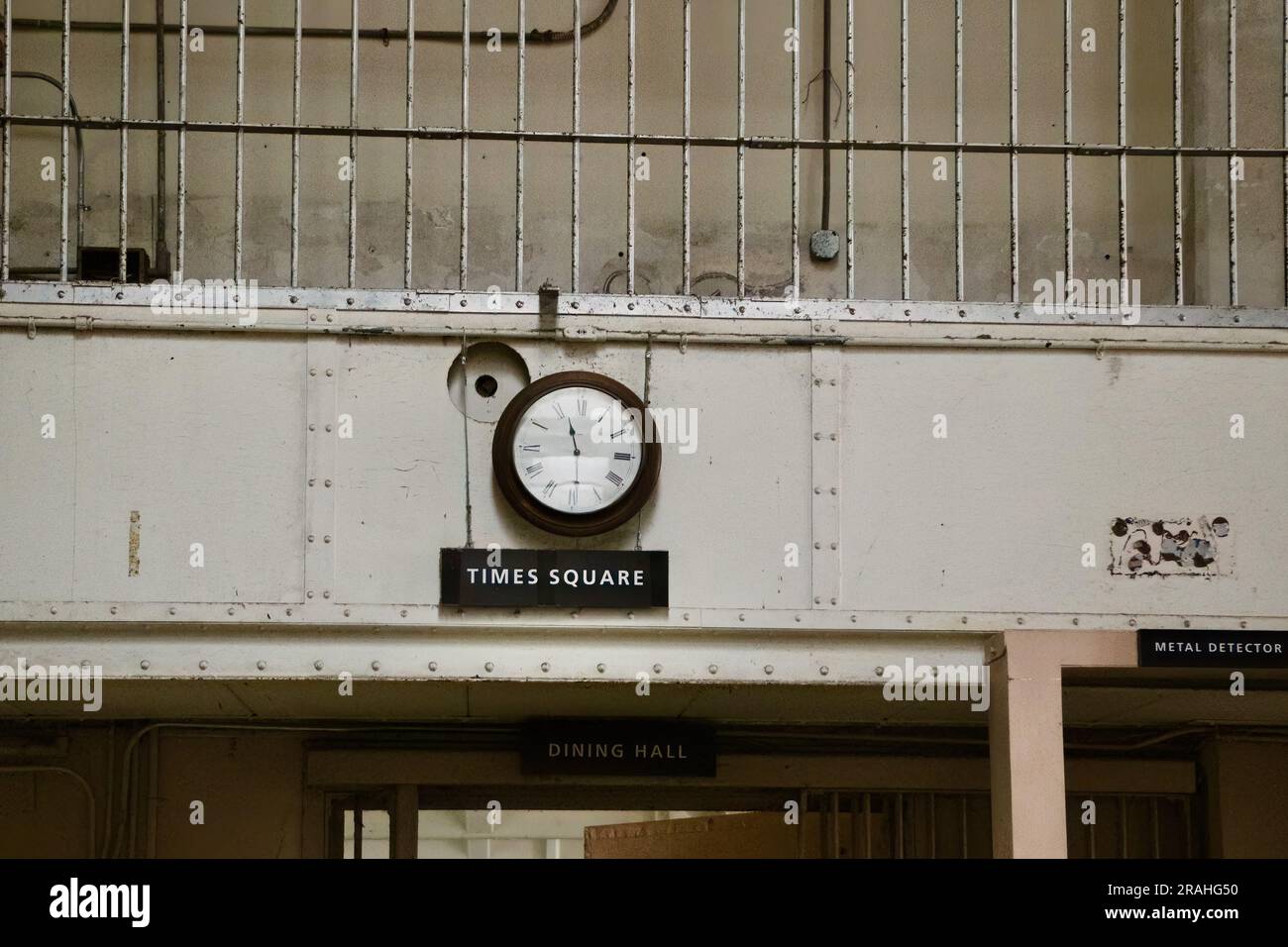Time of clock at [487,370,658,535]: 11:29
